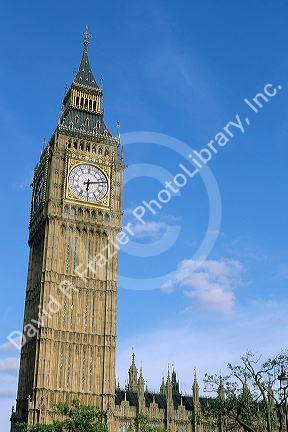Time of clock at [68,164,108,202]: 6:12
